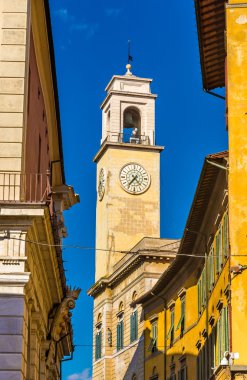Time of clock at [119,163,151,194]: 7:22
